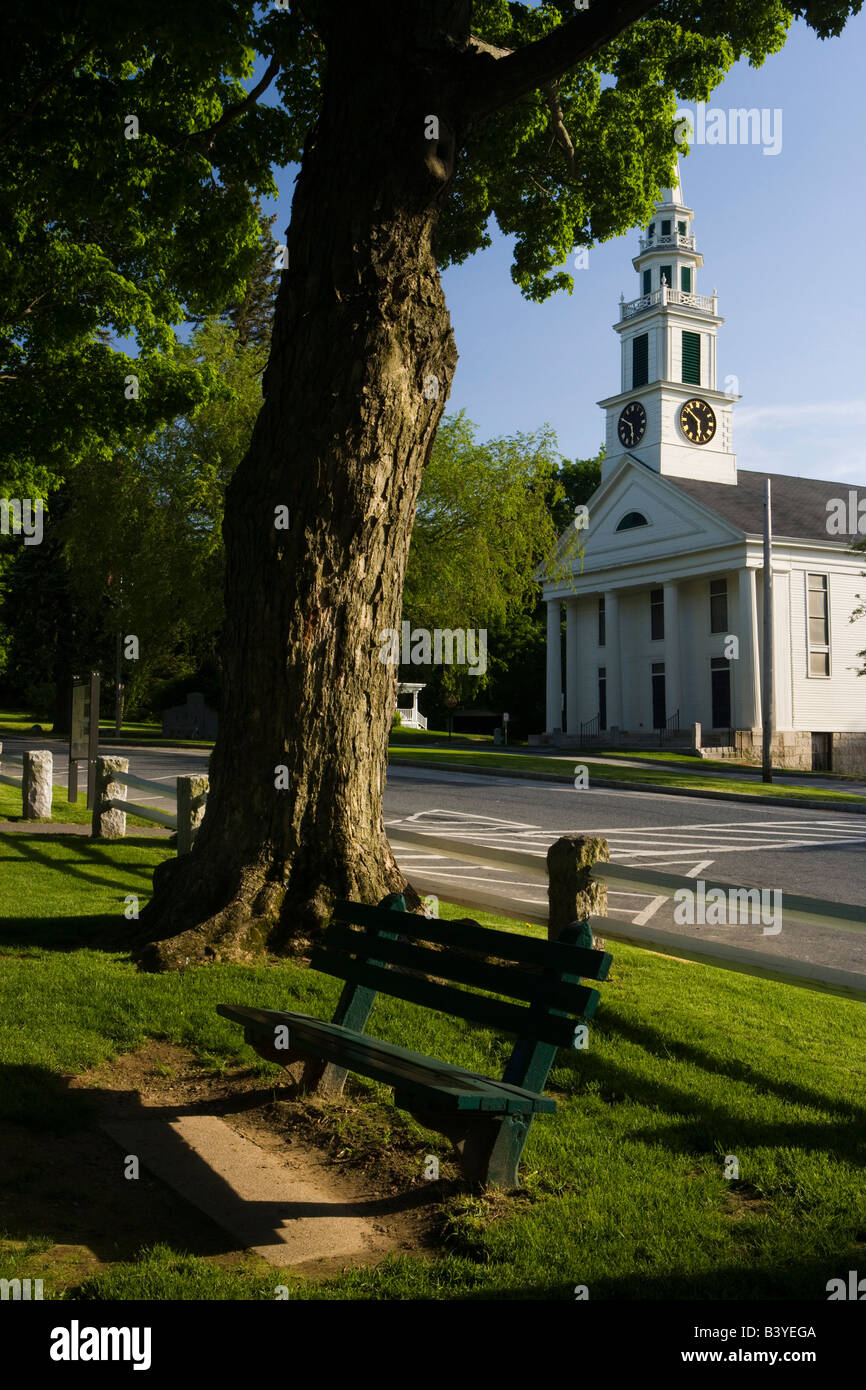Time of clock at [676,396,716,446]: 5:51
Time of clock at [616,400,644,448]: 5:50
